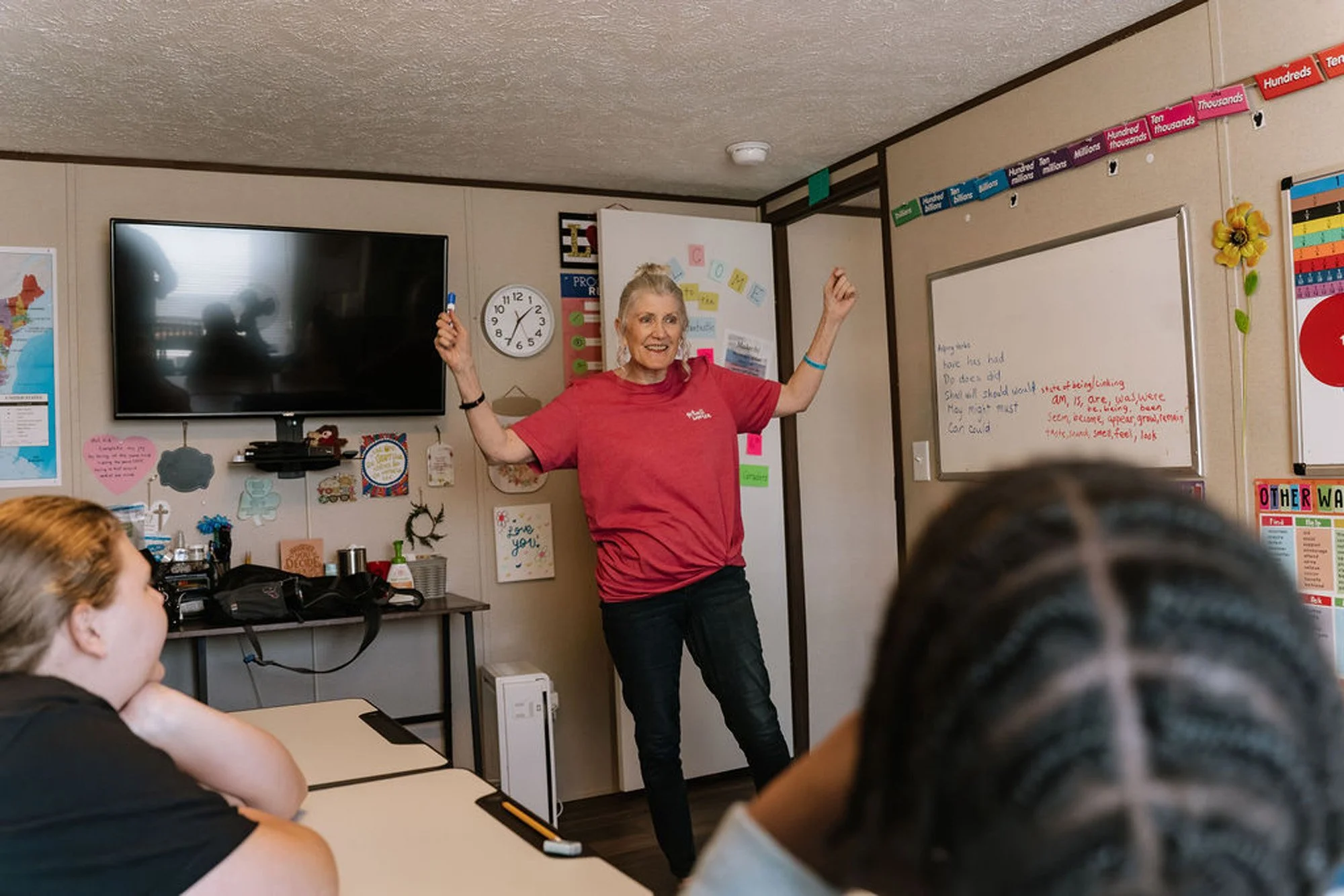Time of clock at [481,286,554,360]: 1:34
